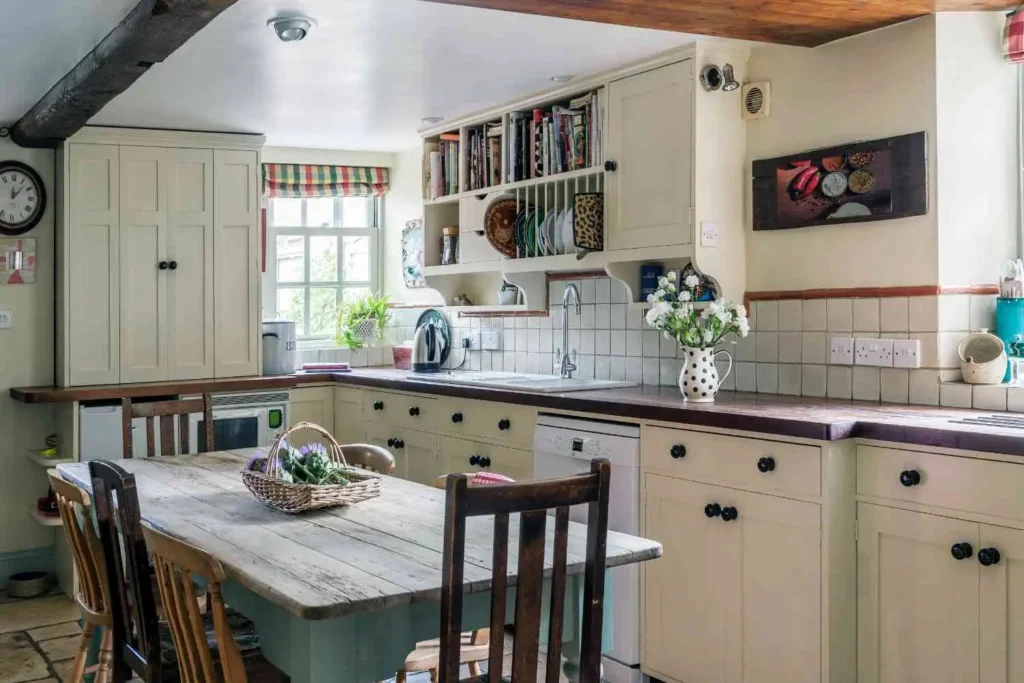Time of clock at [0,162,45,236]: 12:07
